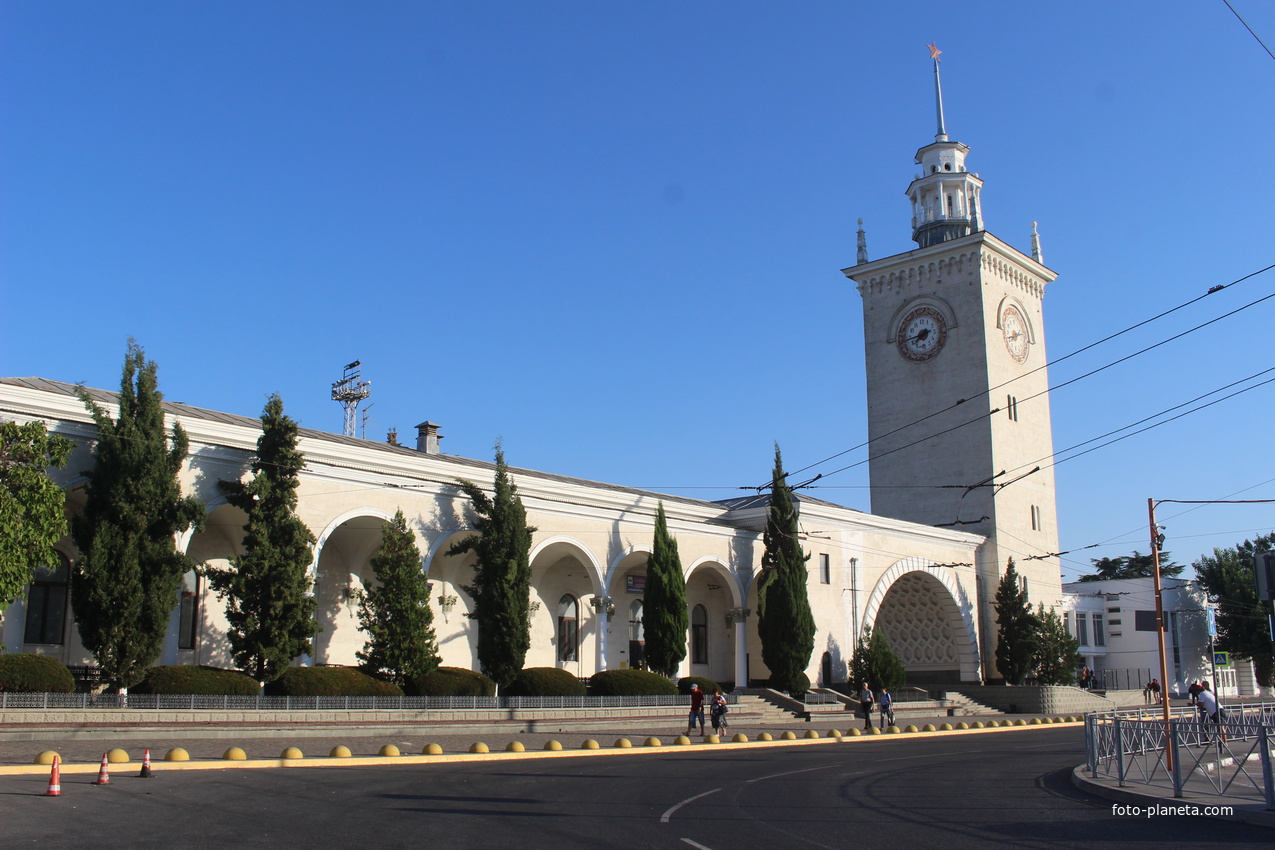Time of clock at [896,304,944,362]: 7:42
